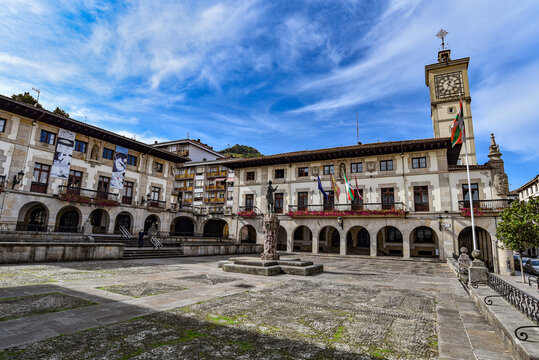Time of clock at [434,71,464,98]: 12:34
